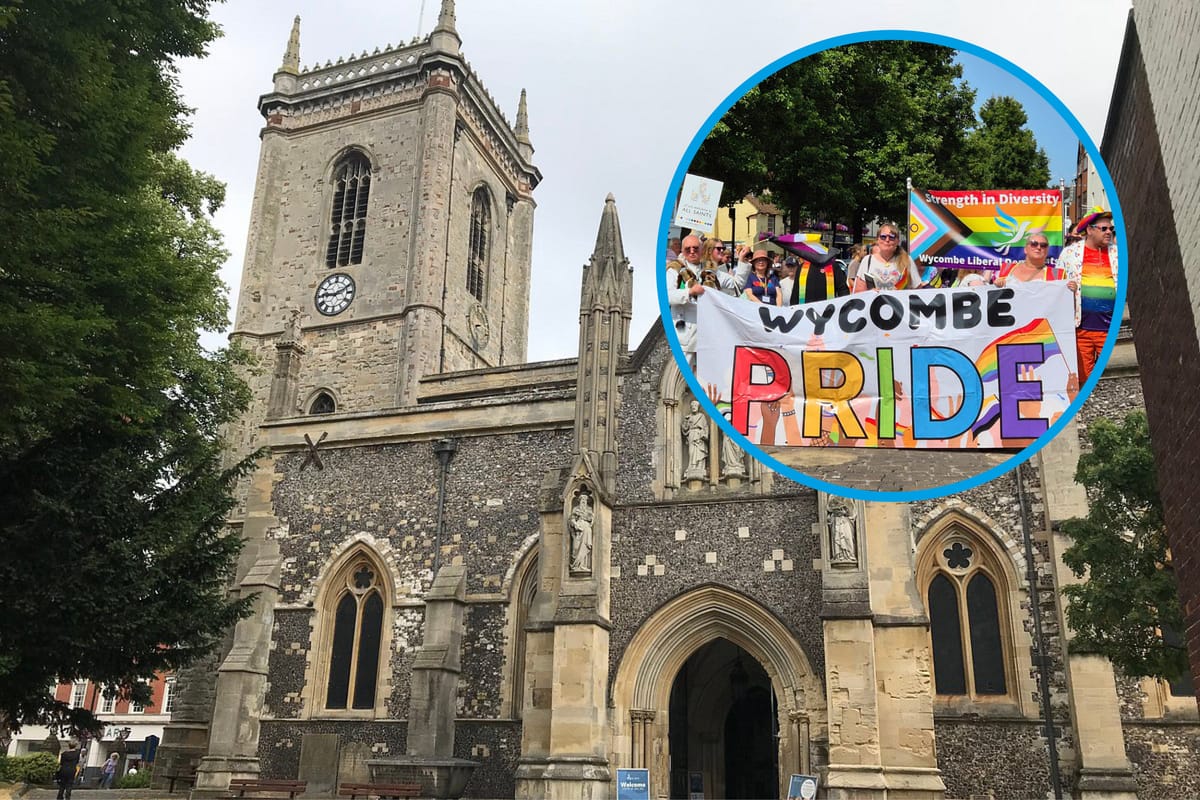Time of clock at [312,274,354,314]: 9:11
